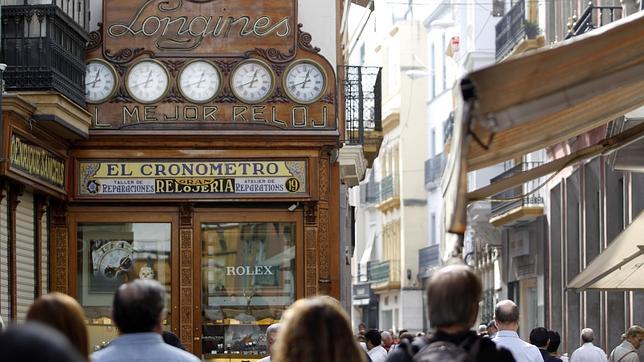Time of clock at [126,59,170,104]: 12:41
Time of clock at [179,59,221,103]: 12:41
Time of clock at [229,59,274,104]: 12:41
